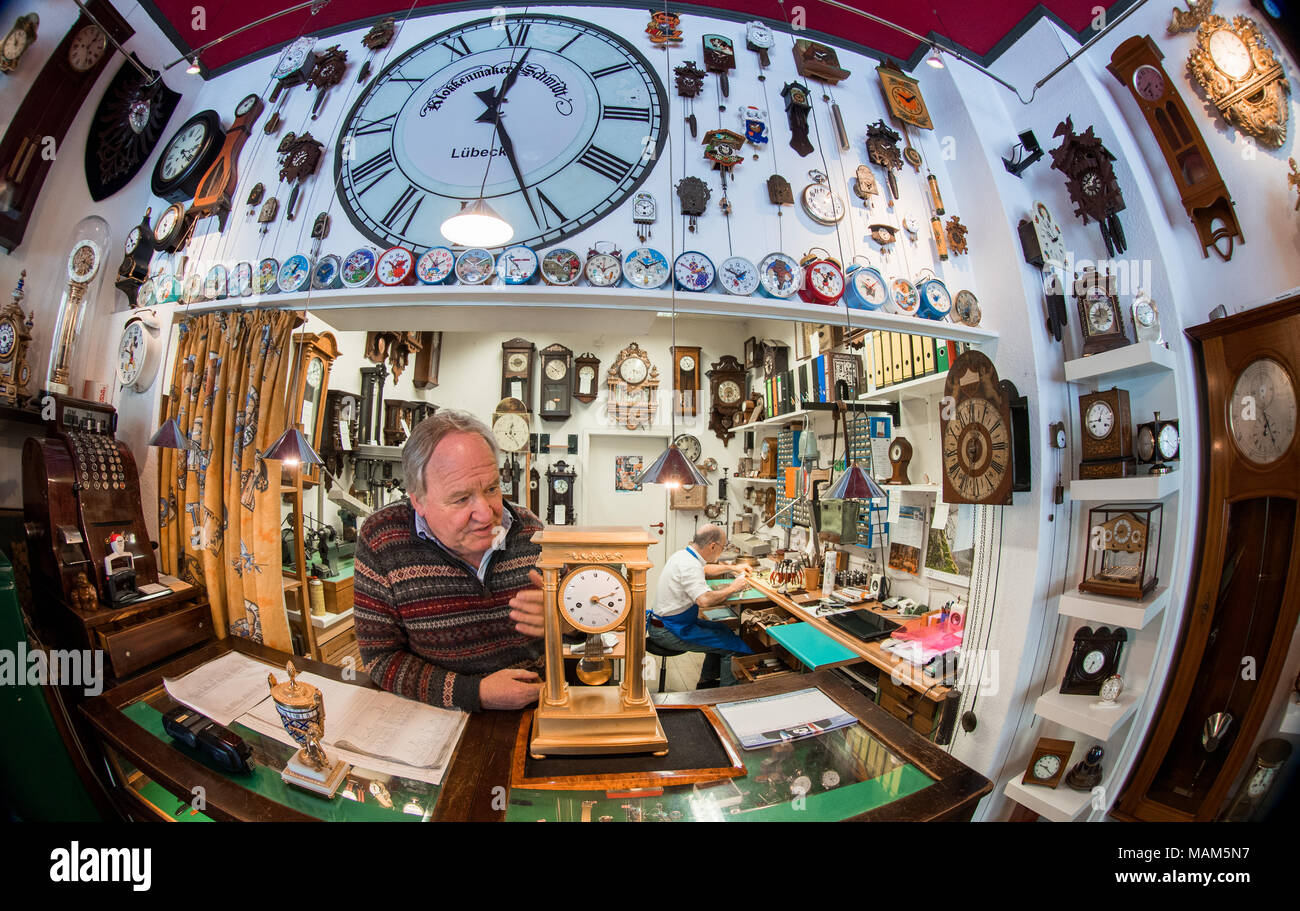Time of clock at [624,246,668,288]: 10:10
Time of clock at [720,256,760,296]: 1:49
